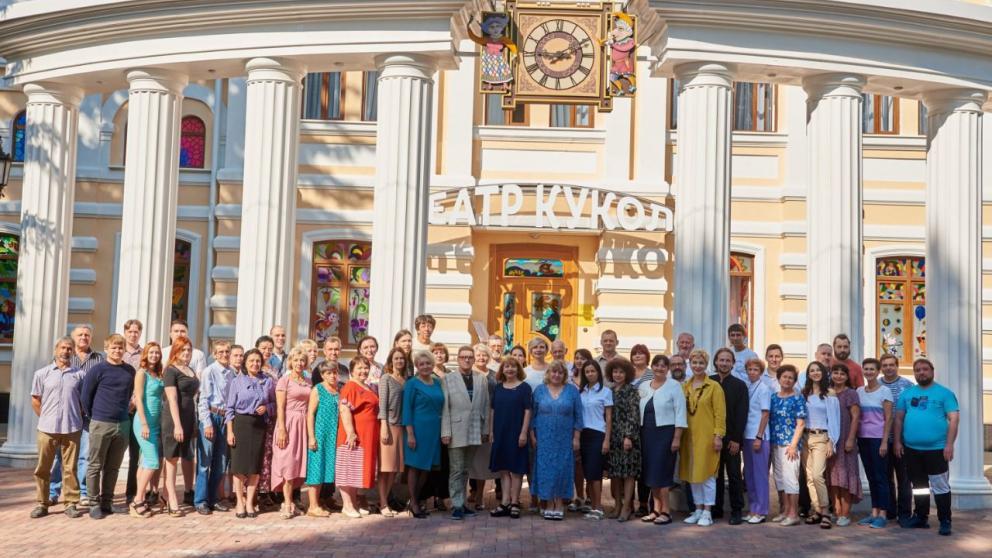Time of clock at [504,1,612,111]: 9:10
